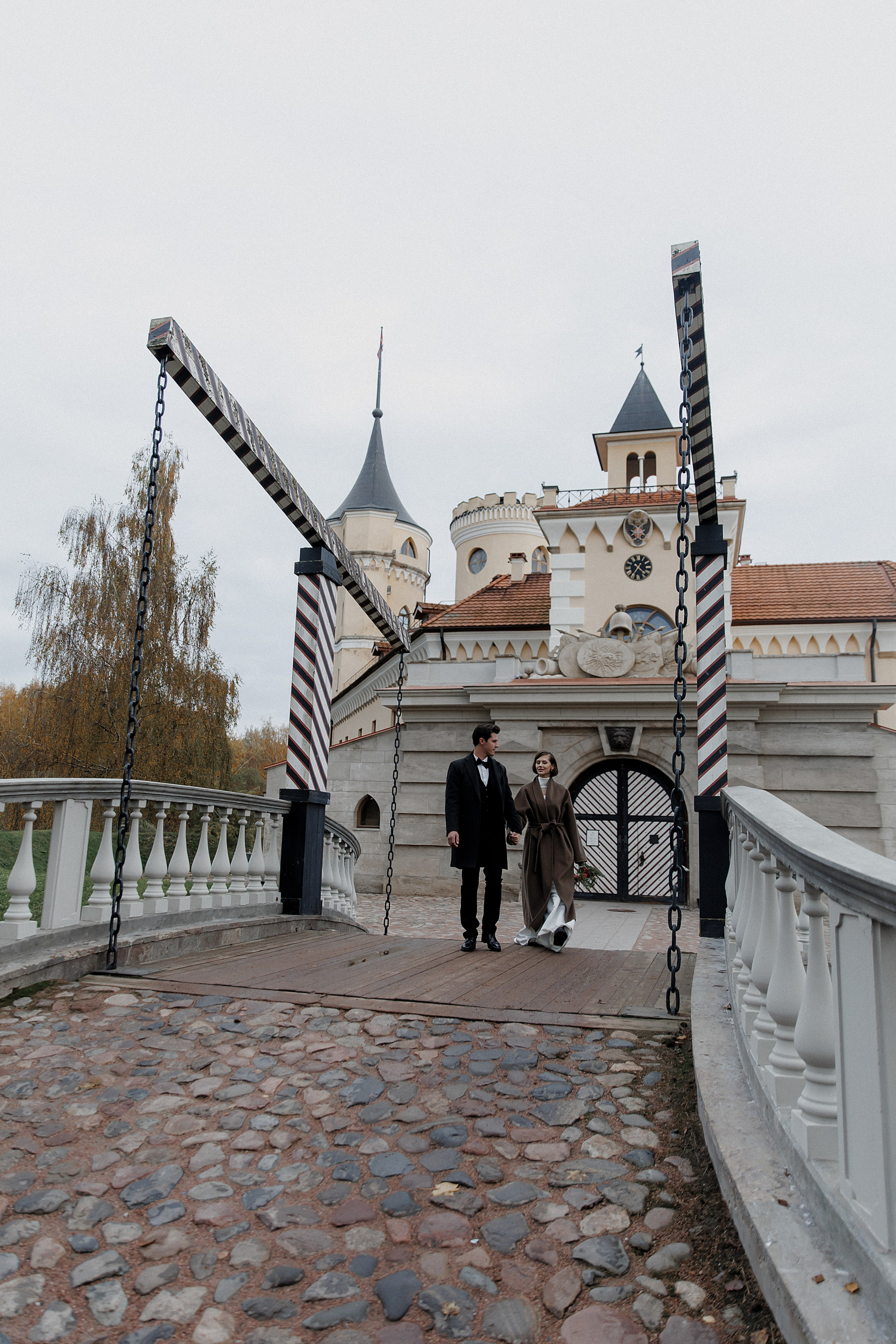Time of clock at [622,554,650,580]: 4:35
